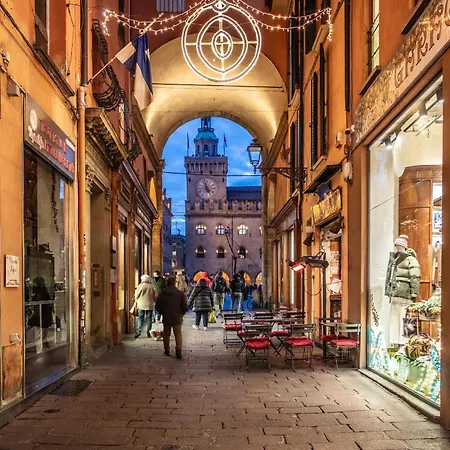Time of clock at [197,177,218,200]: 4:57
